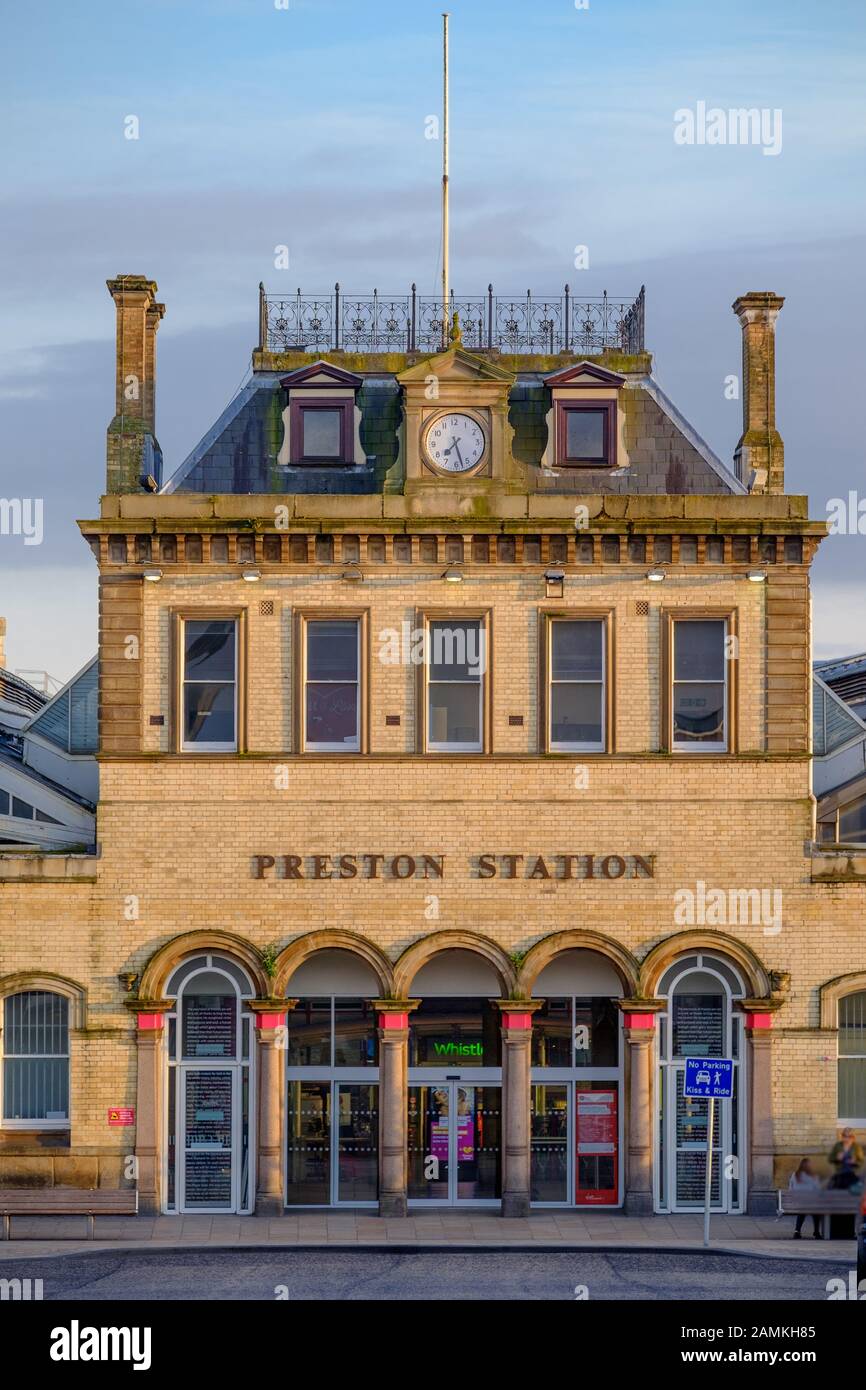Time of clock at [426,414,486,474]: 7:27
